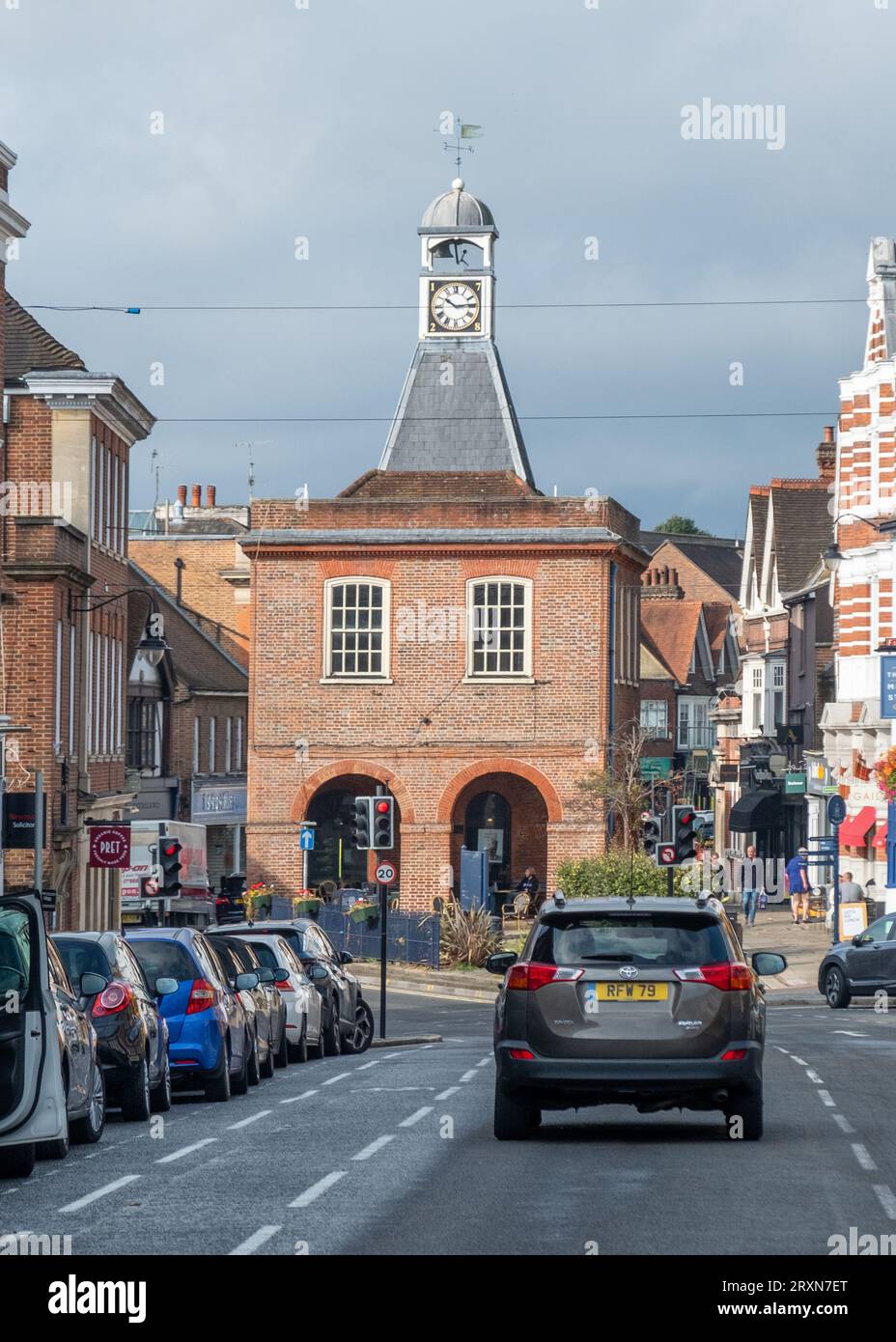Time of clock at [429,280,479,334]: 10:13
